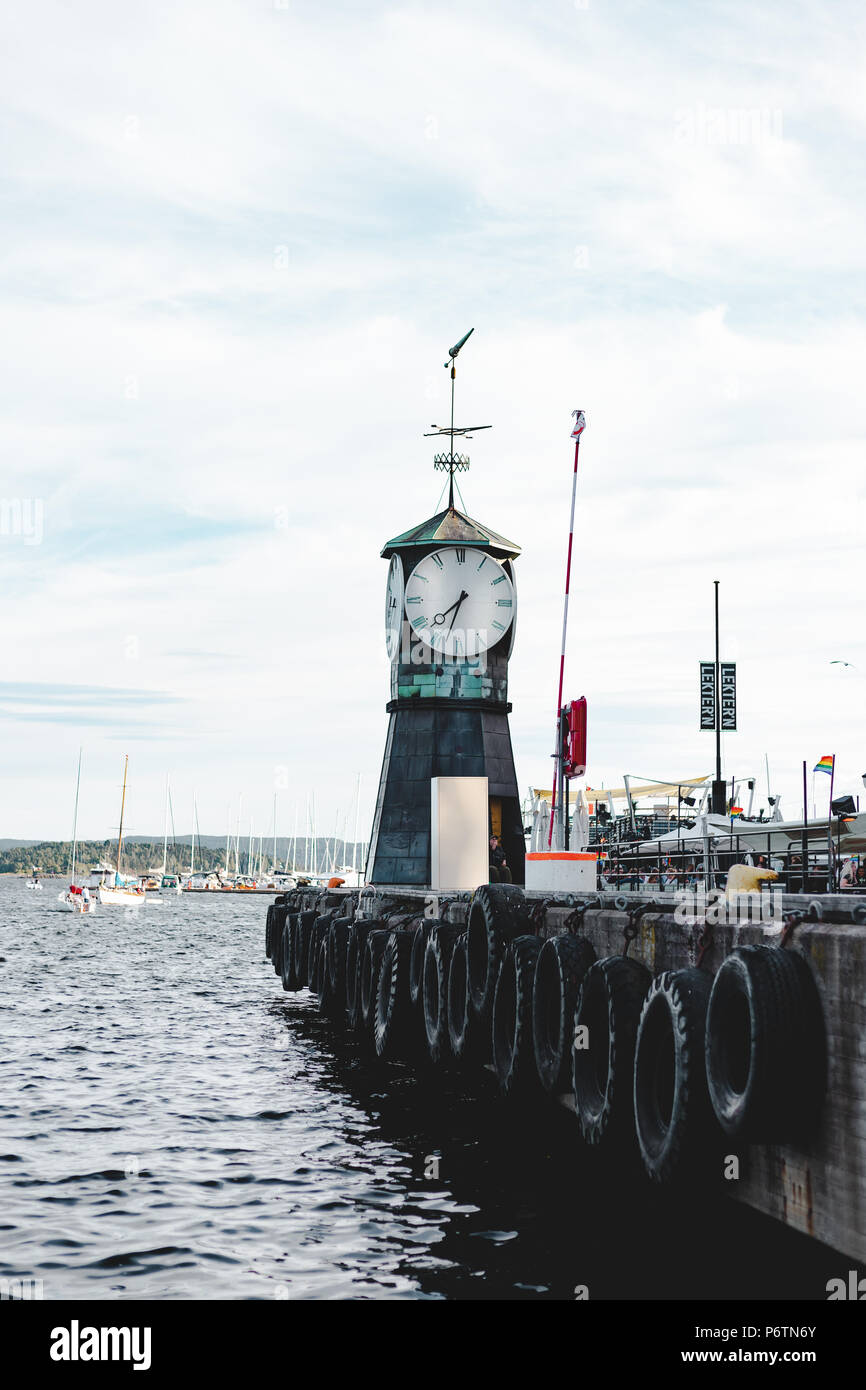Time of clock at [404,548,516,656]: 7:33
